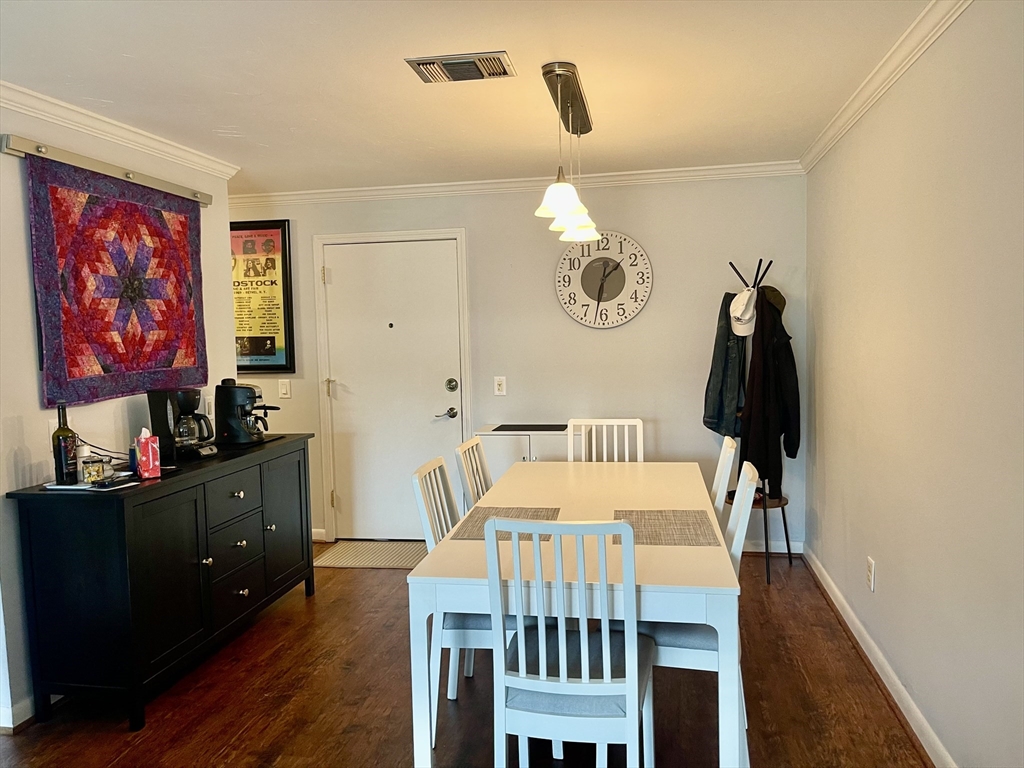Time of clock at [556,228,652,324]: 1:32
